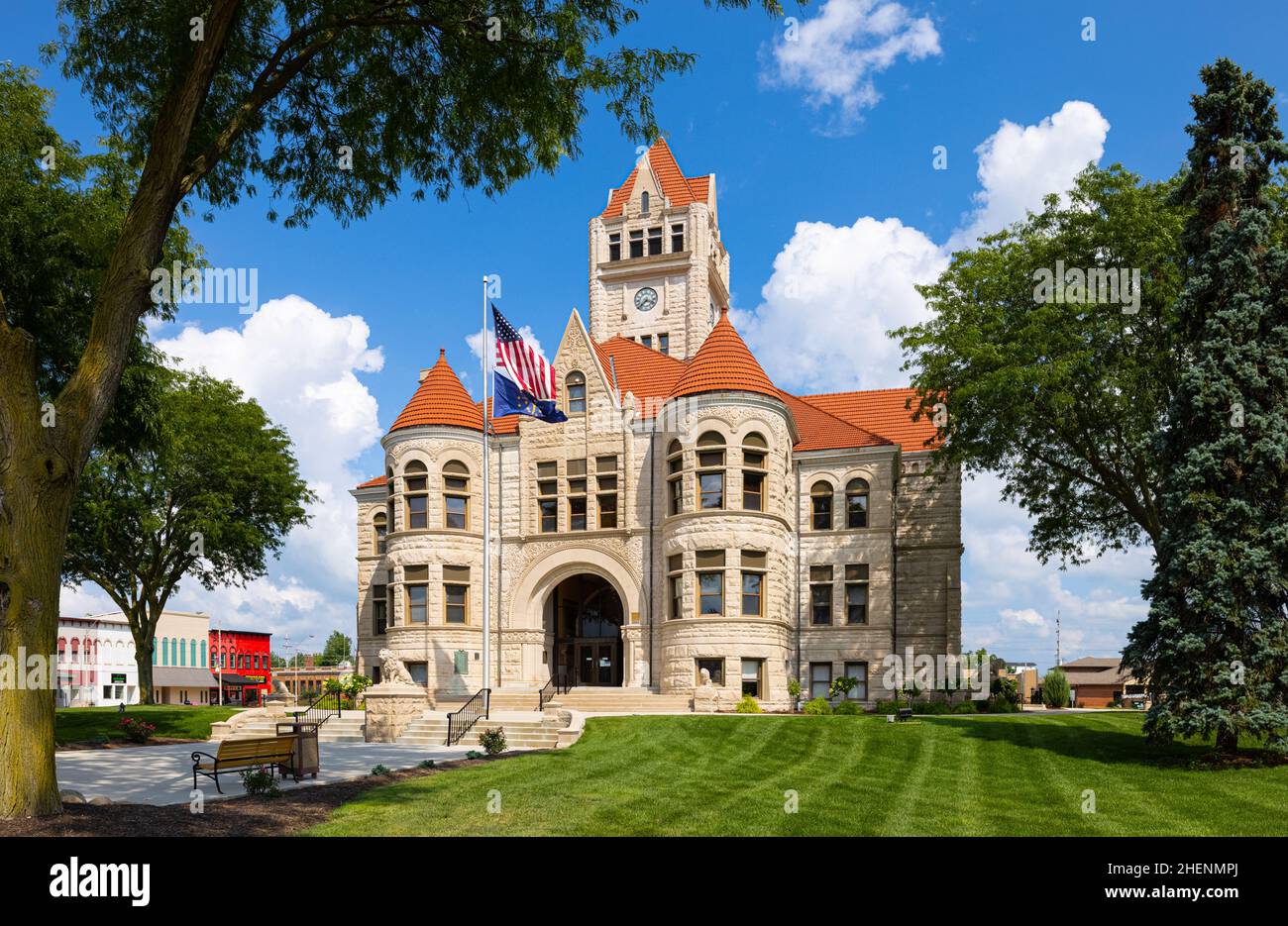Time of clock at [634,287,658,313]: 7:18
